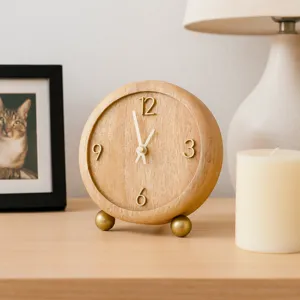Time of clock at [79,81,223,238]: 12:57
